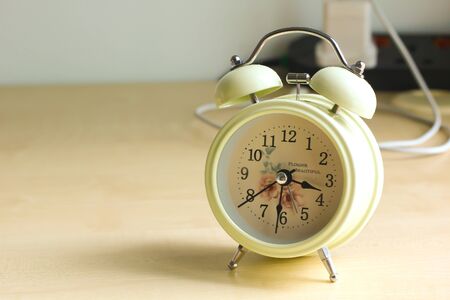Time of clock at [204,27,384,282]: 3:39
